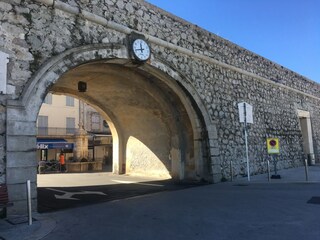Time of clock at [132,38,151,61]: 11:42
